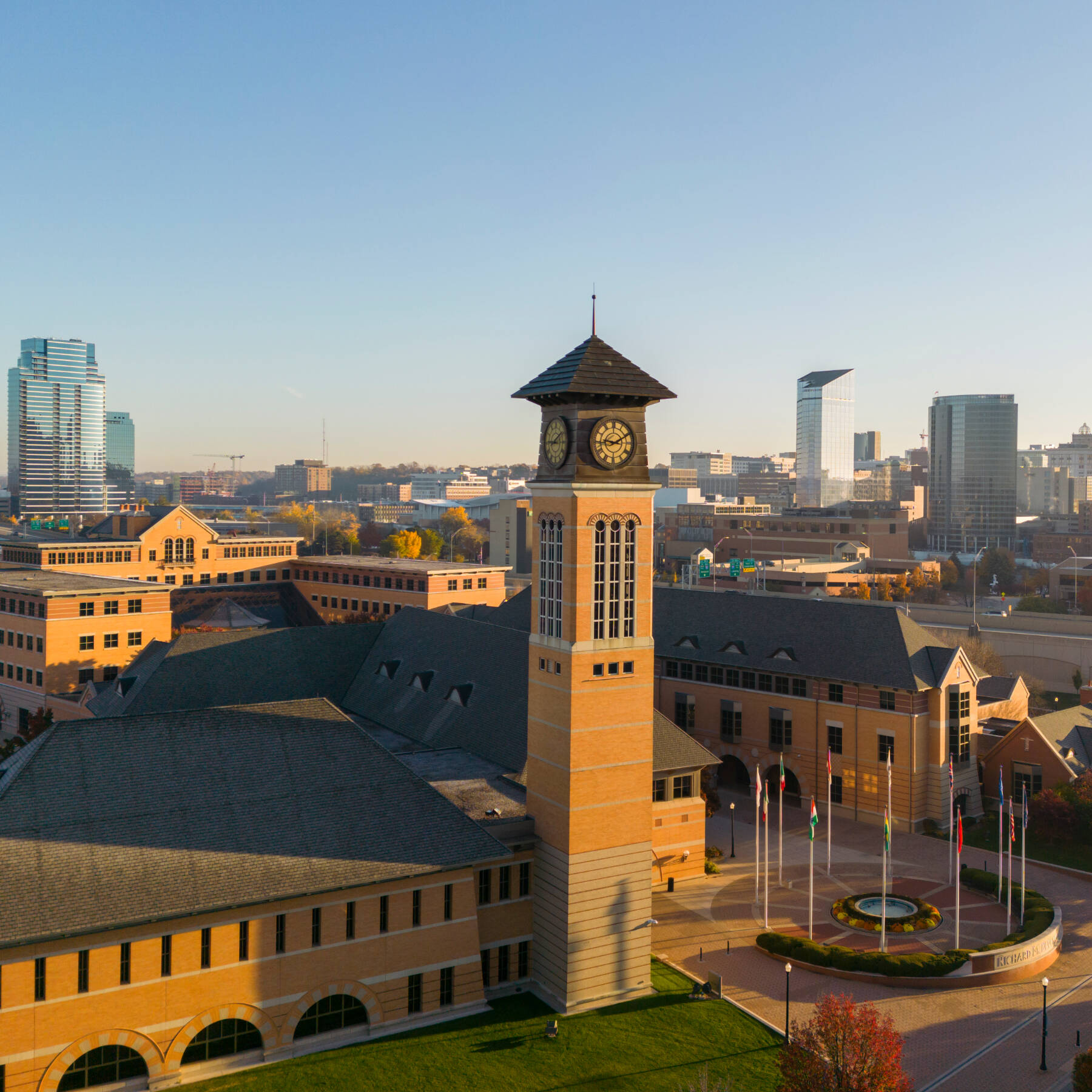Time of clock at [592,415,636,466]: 9:10
